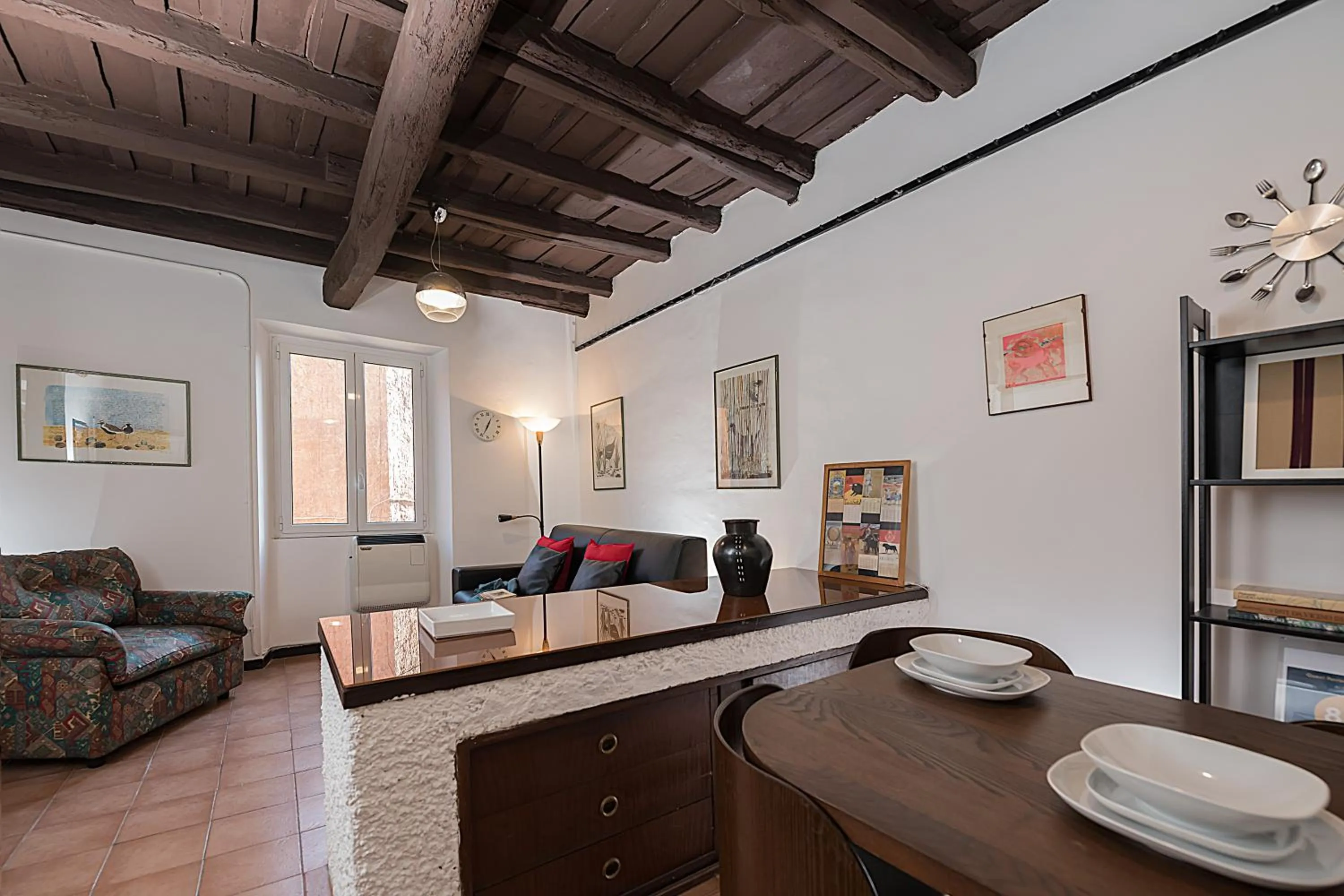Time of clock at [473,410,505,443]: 12:34
